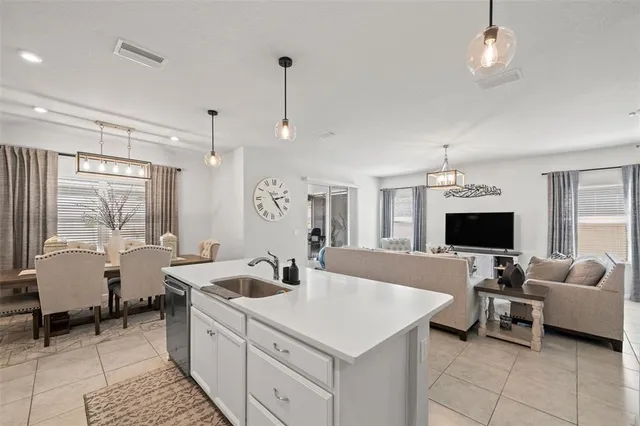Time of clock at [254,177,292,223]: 2:23
